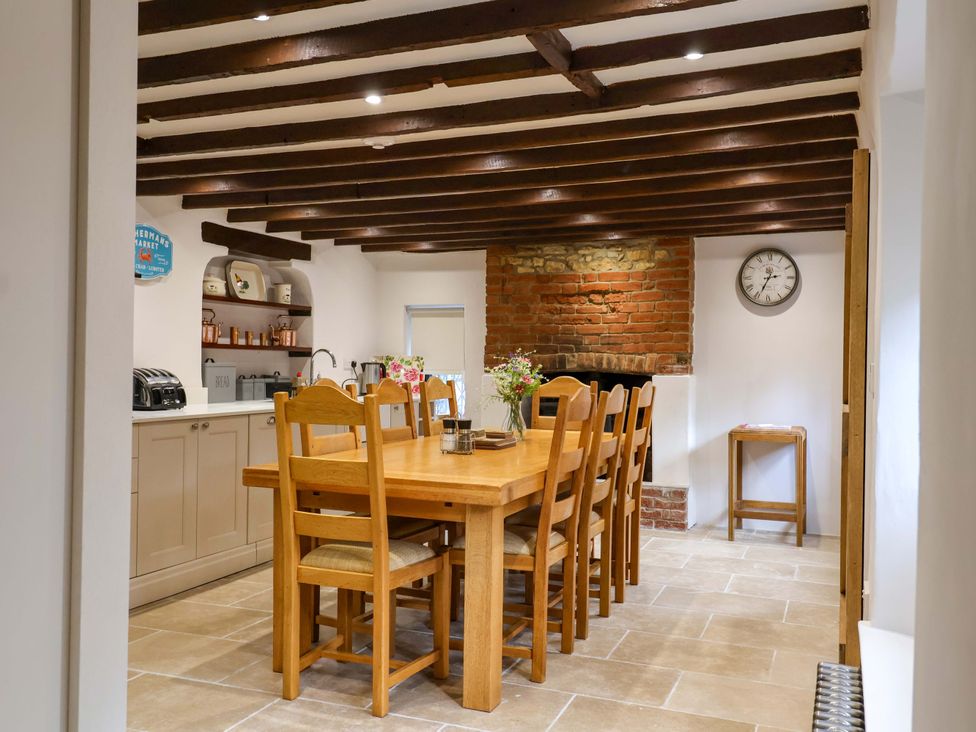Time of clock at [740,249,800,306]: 2:33
